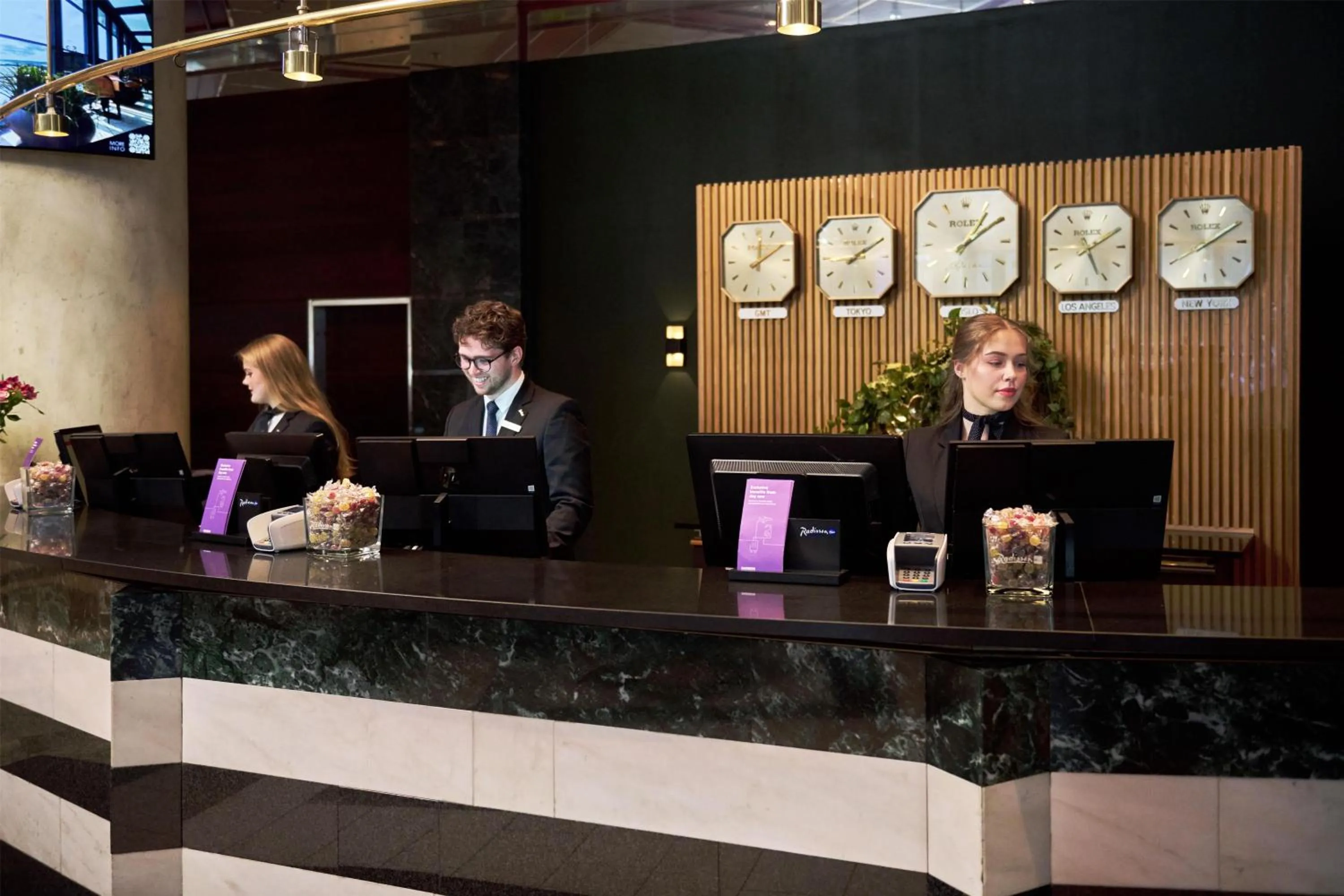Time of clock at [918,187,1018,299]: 1:09
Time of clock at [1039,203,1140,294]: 5:10
